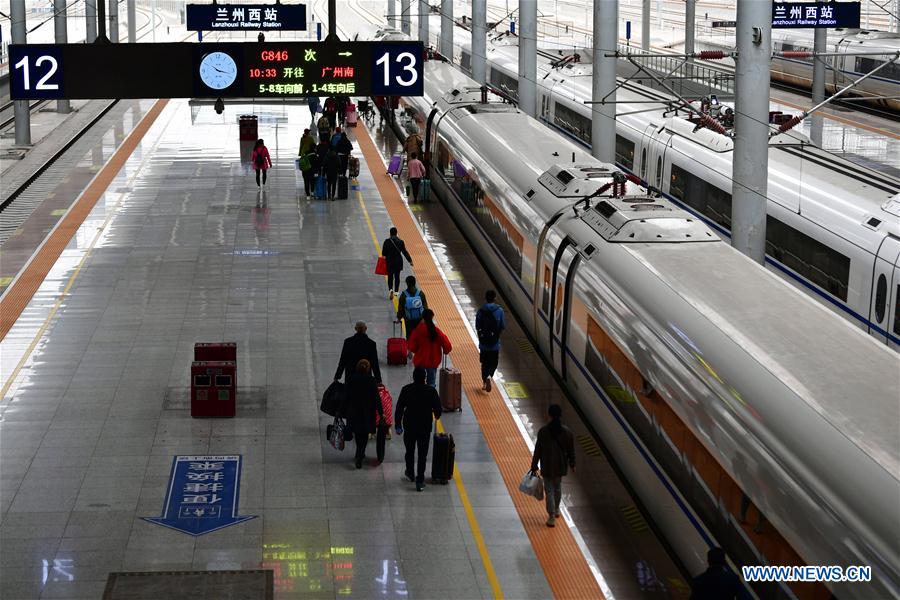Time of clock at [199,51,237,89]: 10:17
